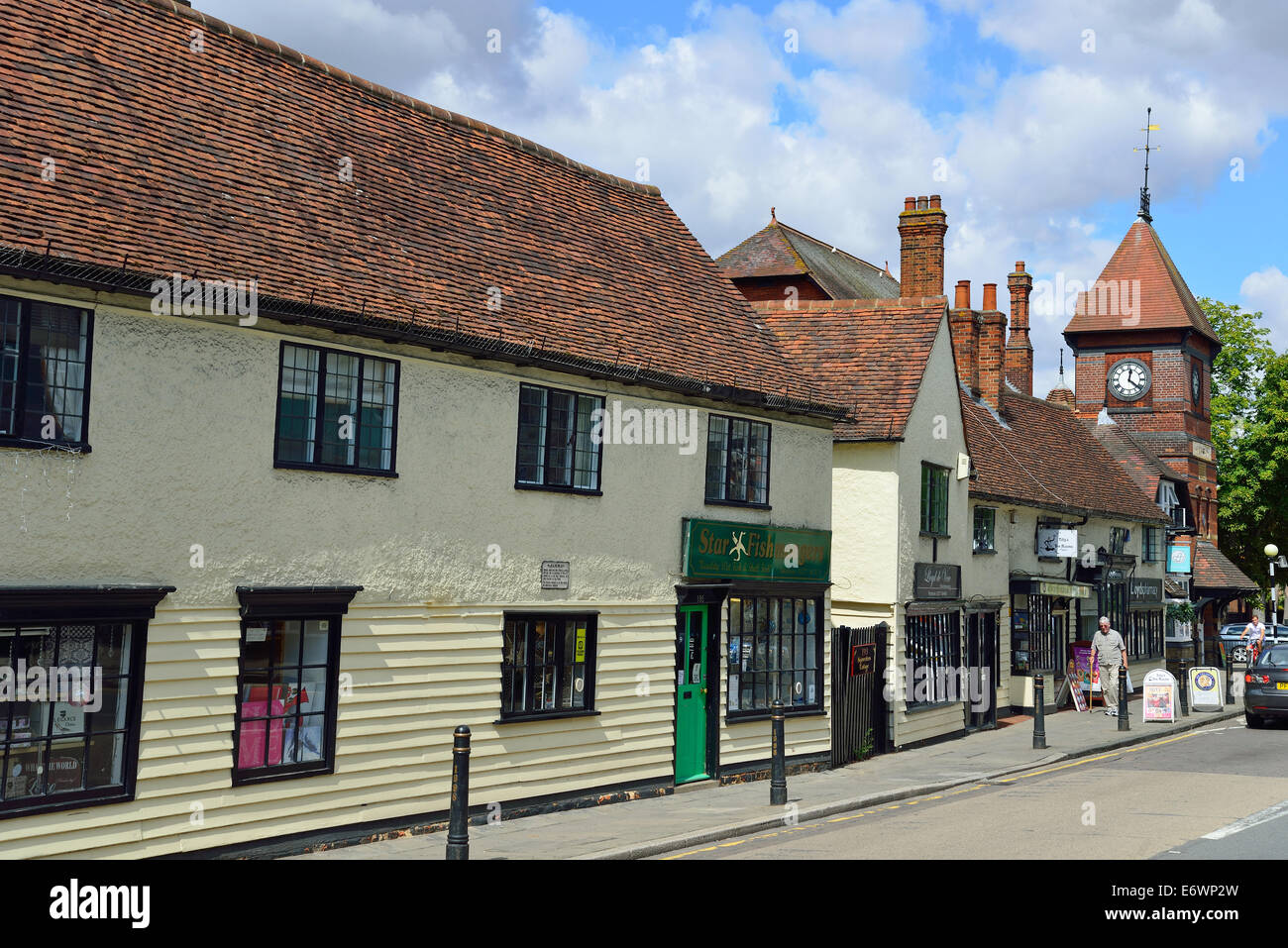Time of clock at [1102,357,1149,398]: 12:21
